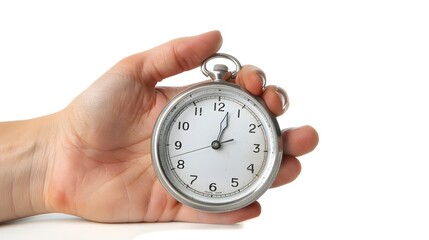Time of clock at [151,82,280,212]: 1:02
